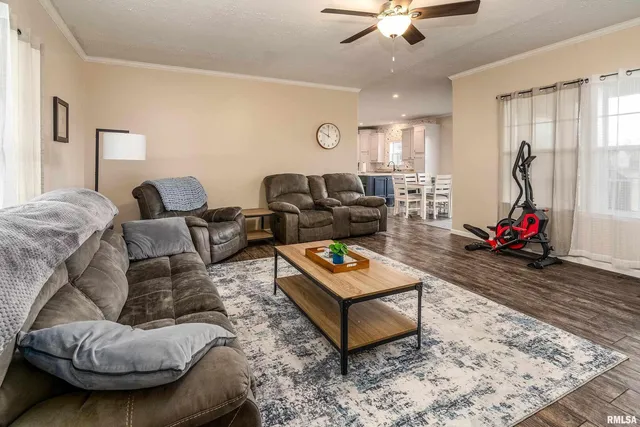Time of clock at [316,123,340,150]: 10:00
